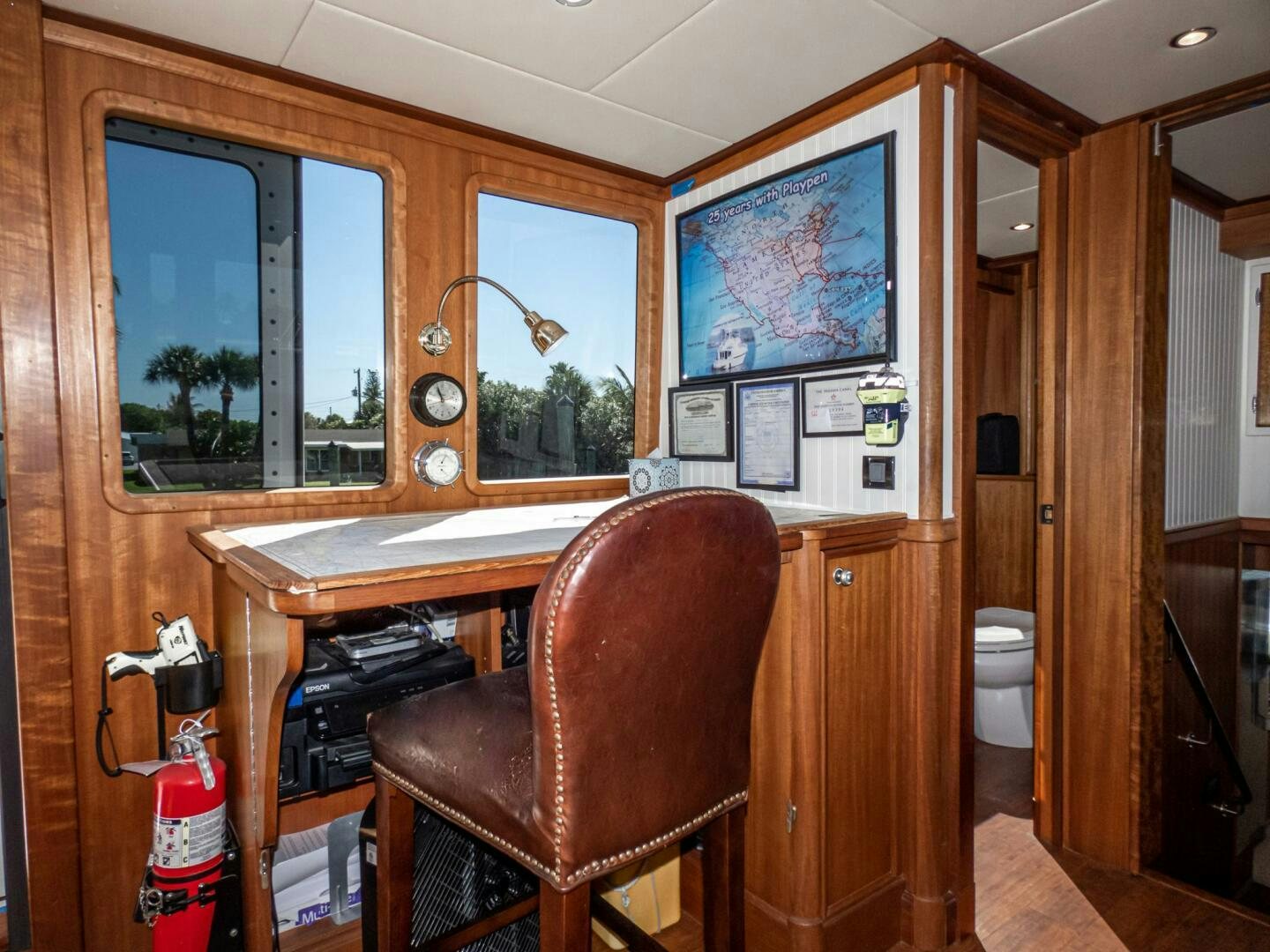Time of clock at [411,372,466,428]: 10:56
